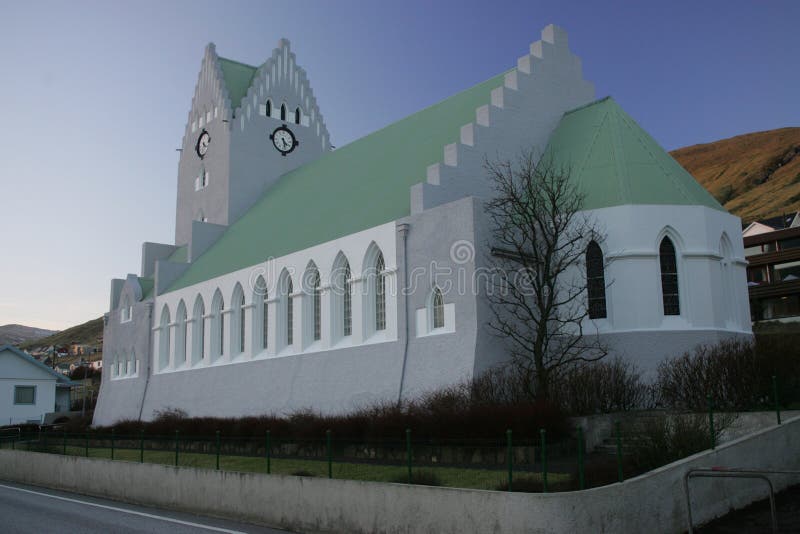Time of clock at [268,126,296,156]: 4:28
